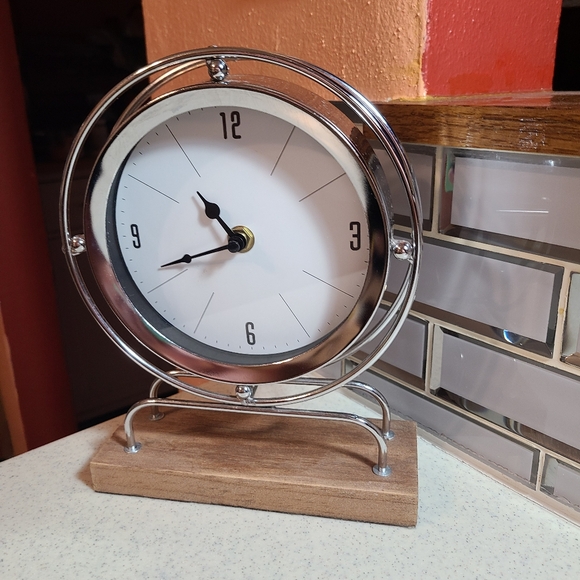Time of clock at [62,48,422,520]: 10:41
